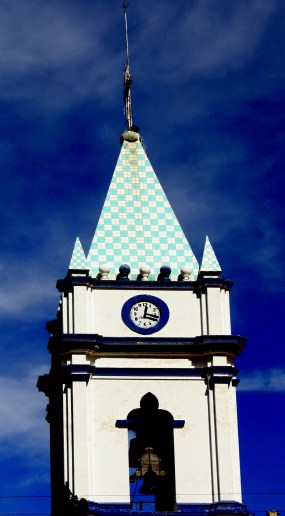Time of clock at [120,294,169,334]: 12:16
